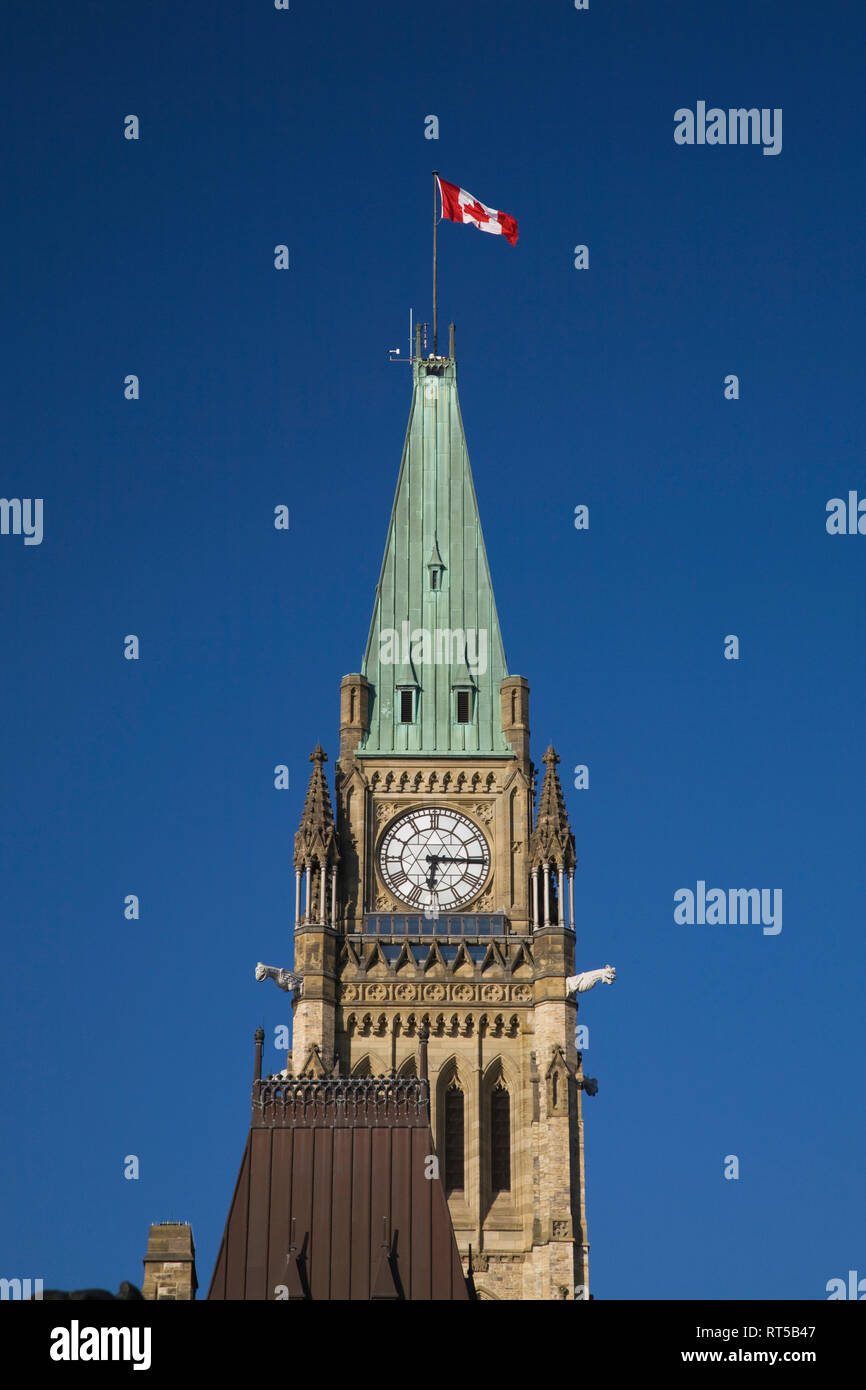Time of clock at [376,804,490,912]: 6:15
